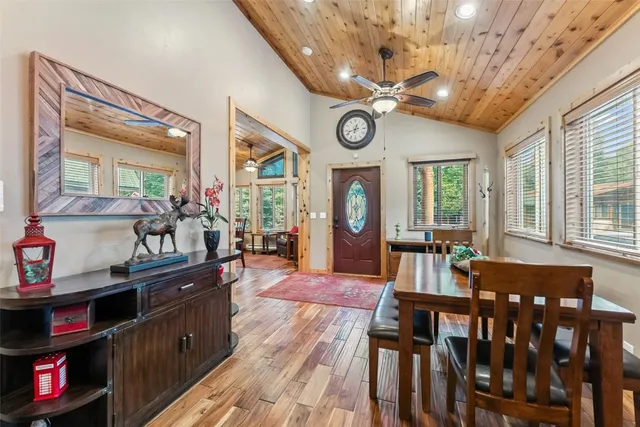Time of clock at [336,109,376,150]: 12:42
